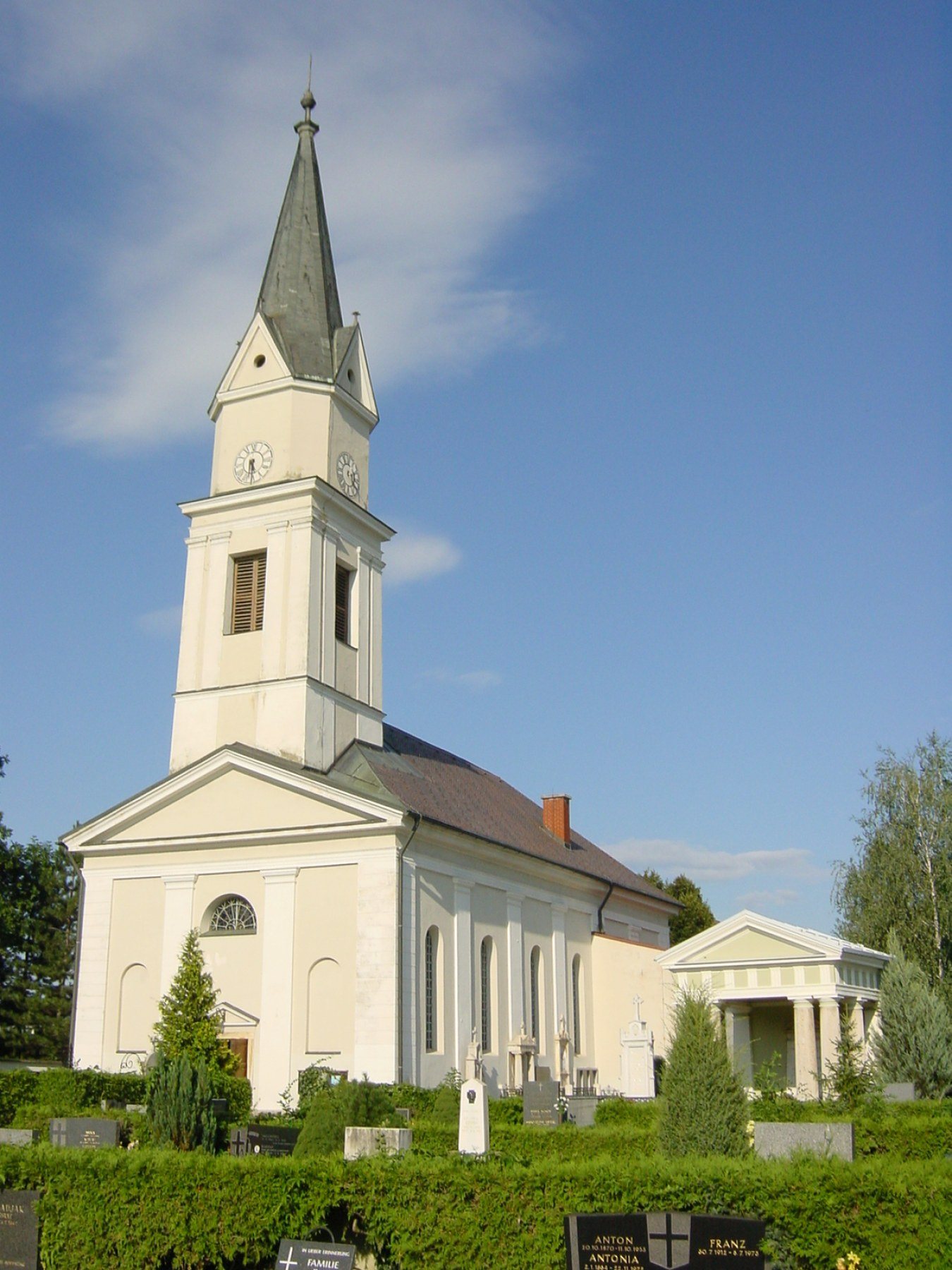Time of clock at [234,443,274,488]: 5:30
